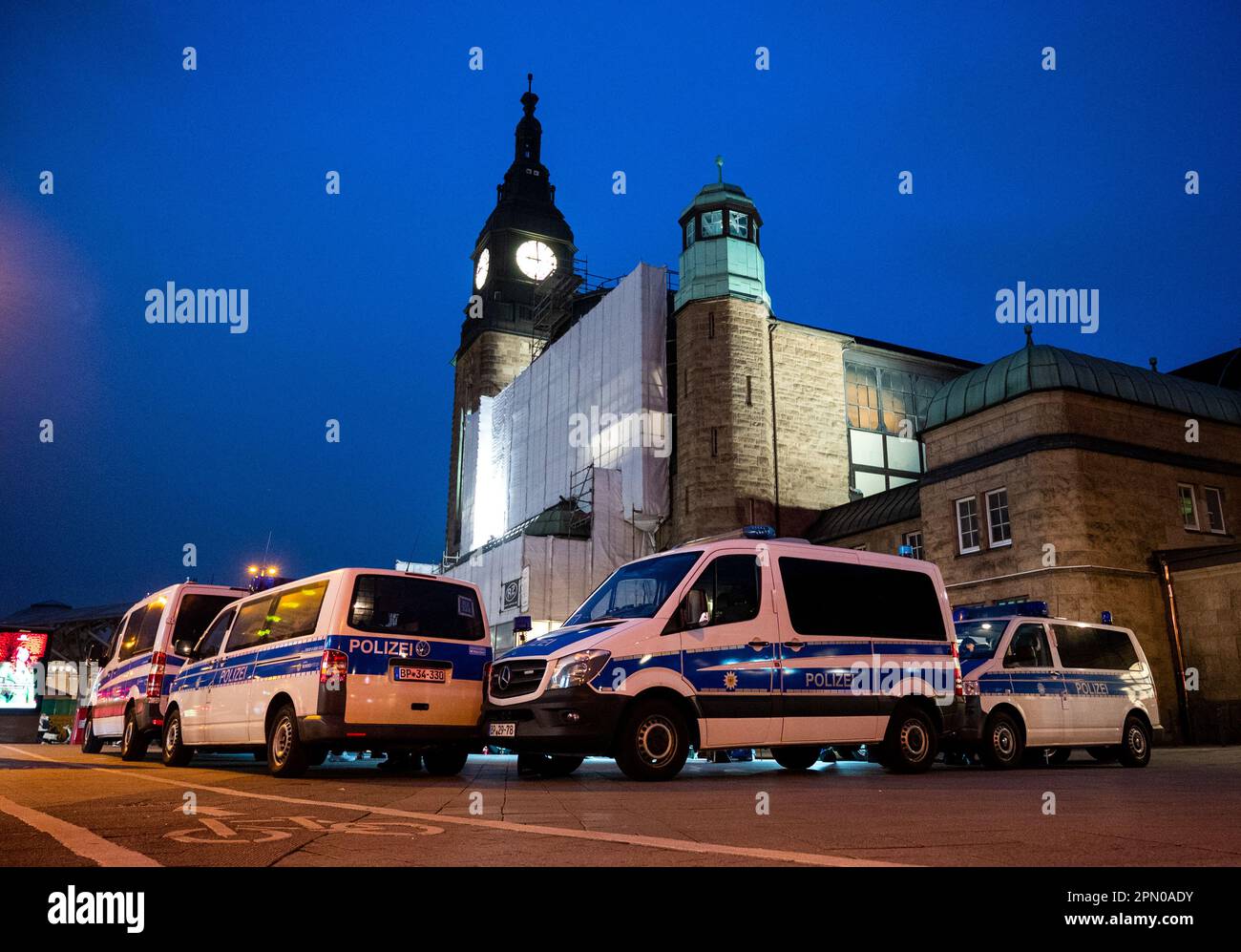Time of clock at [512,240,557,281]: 8:59
